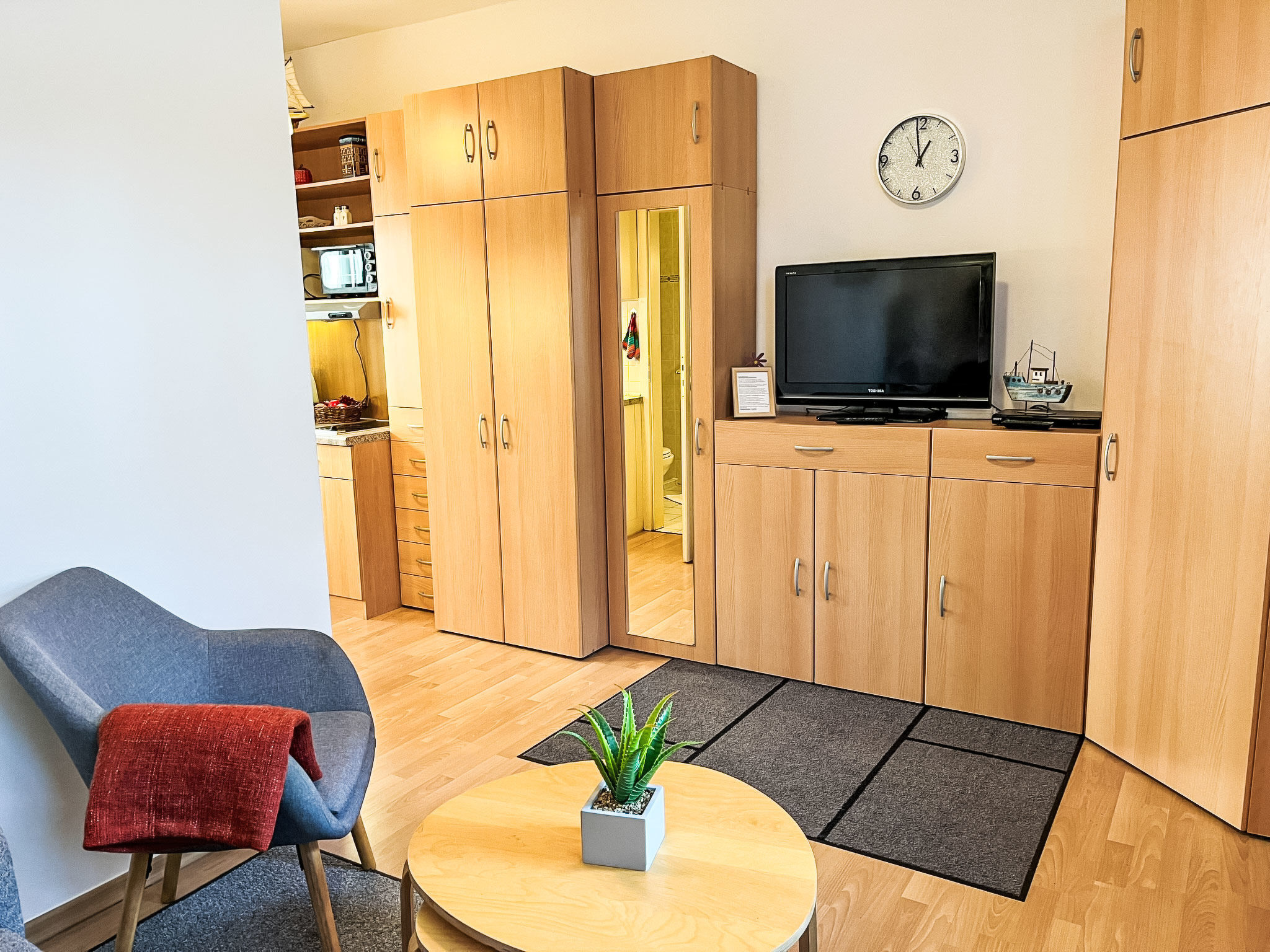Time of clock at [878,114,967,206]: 12:58
